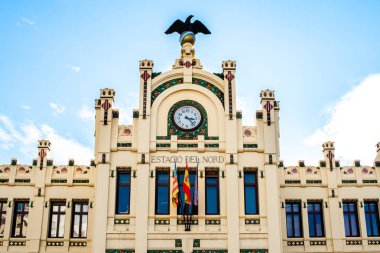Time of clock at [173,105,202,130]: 3:22
